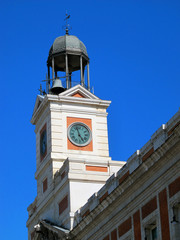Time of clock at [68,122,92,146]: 4:57
